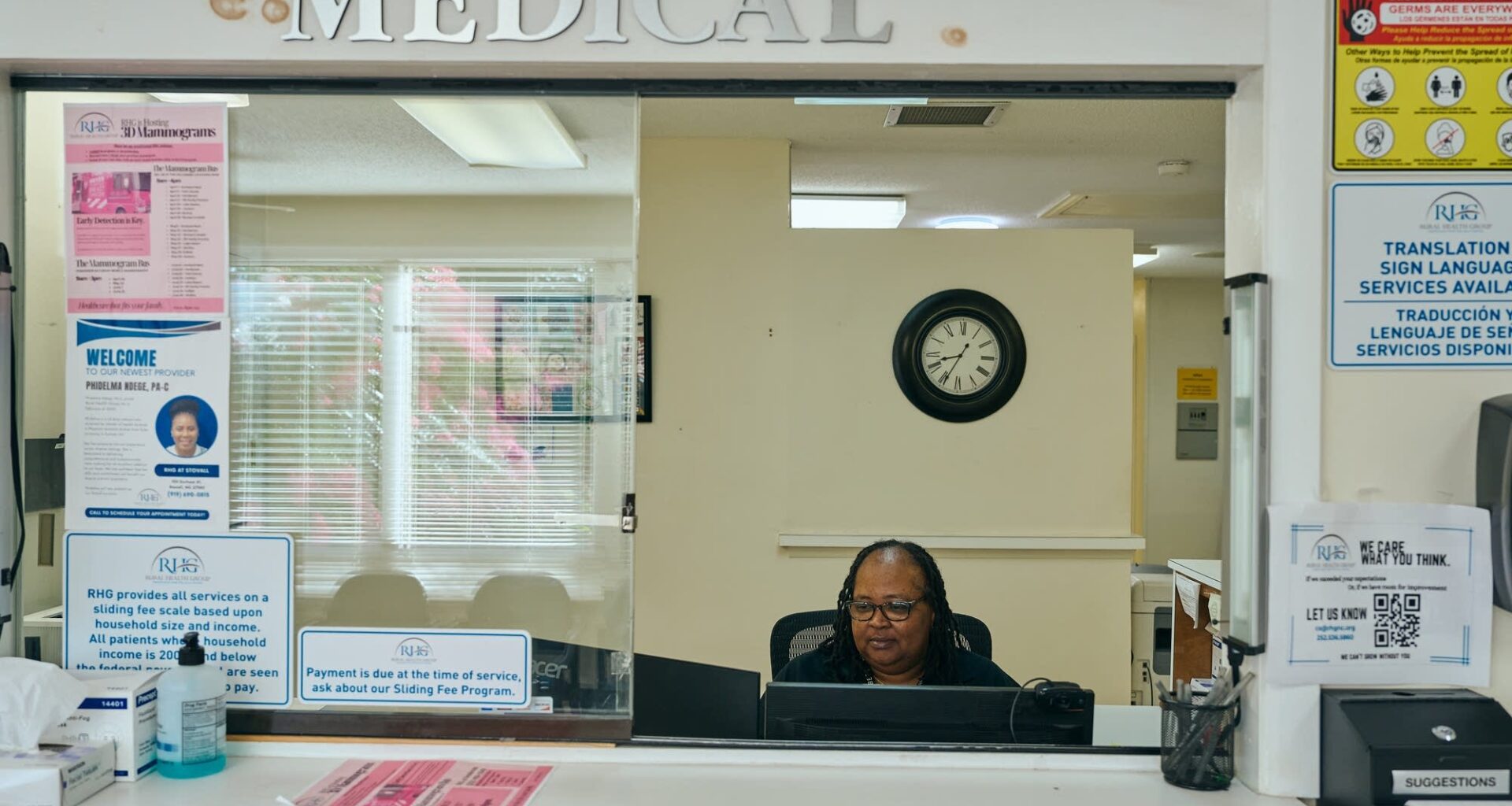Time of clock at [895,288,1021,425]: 8:34
